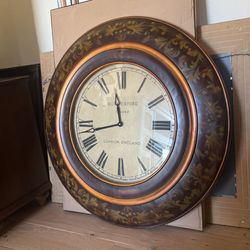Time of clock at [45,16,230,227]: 11:42
